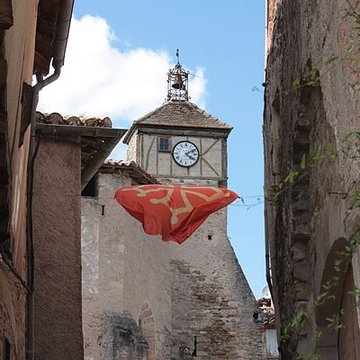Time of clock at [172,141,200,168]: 4:10
